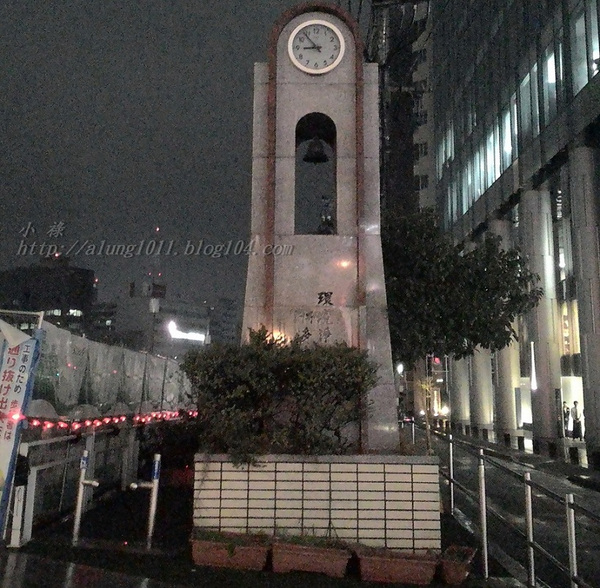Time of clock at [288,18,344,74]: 8:53
